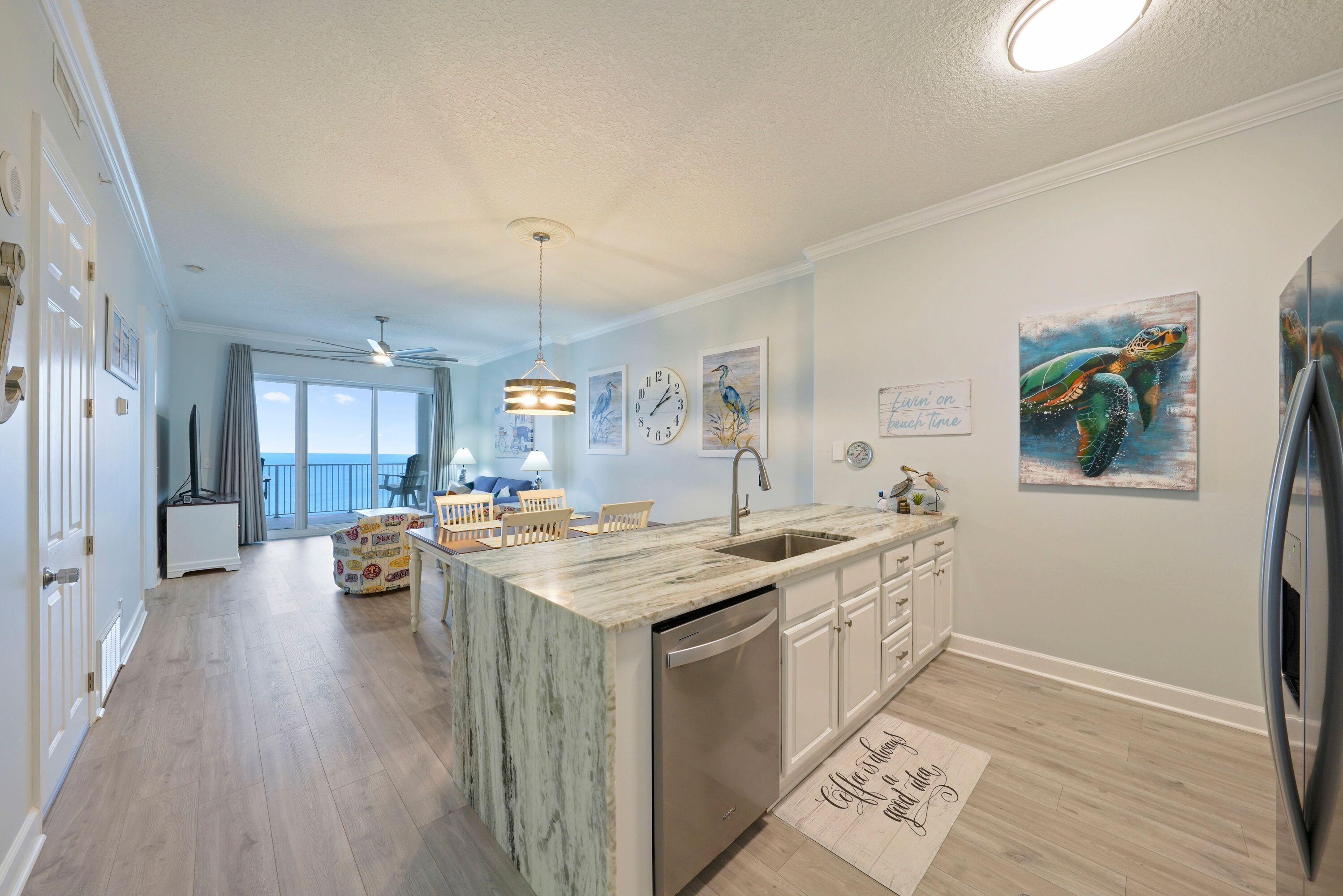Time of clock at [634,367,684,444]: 2:07
